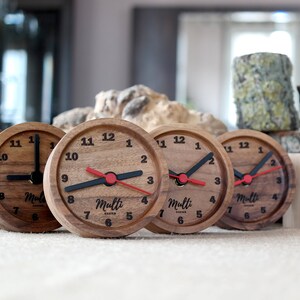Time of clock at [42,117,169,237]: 2:42
